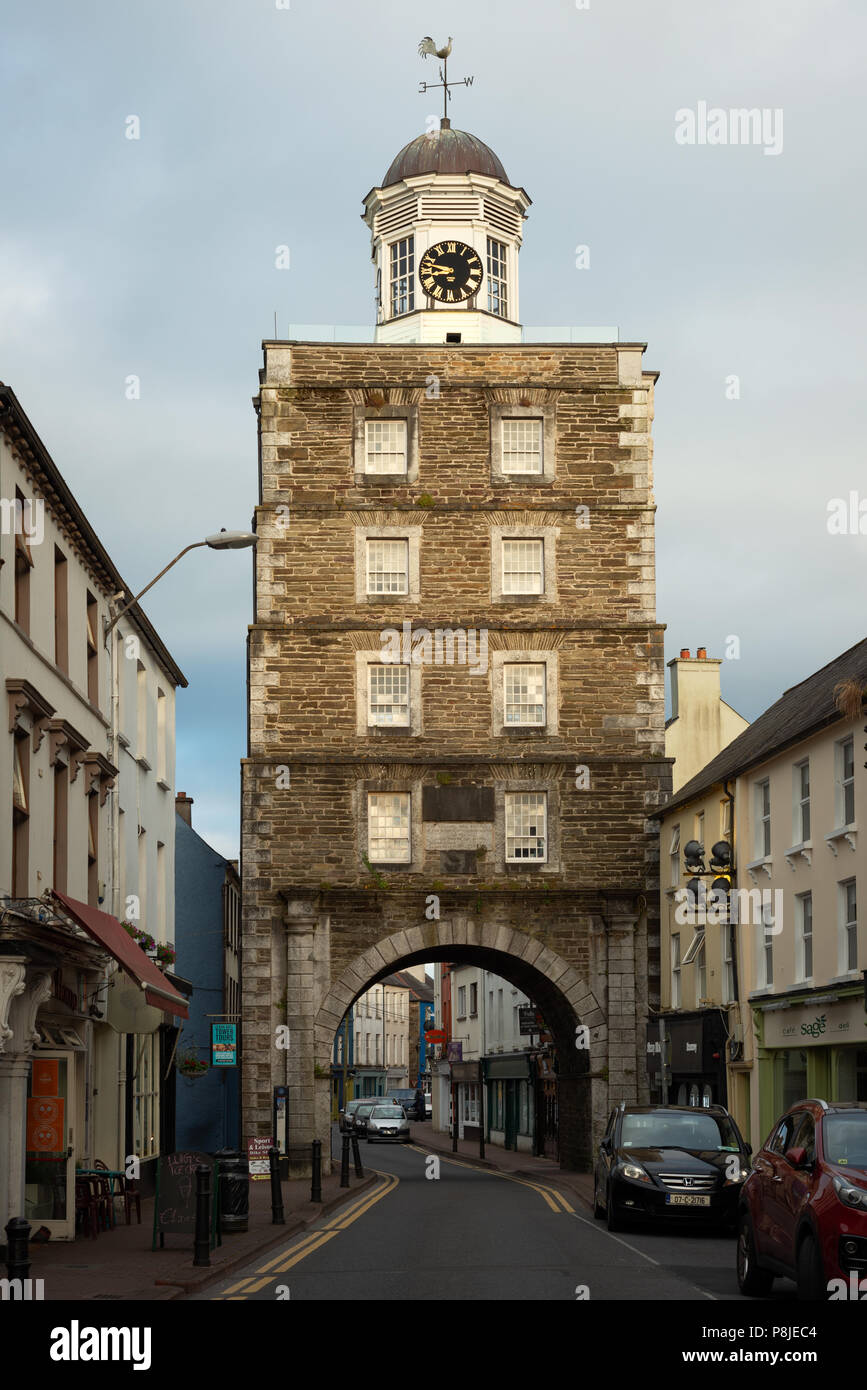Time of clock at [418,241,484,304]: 8:47
